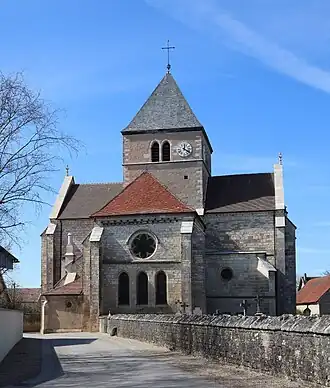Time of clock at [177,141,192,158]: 12:20
